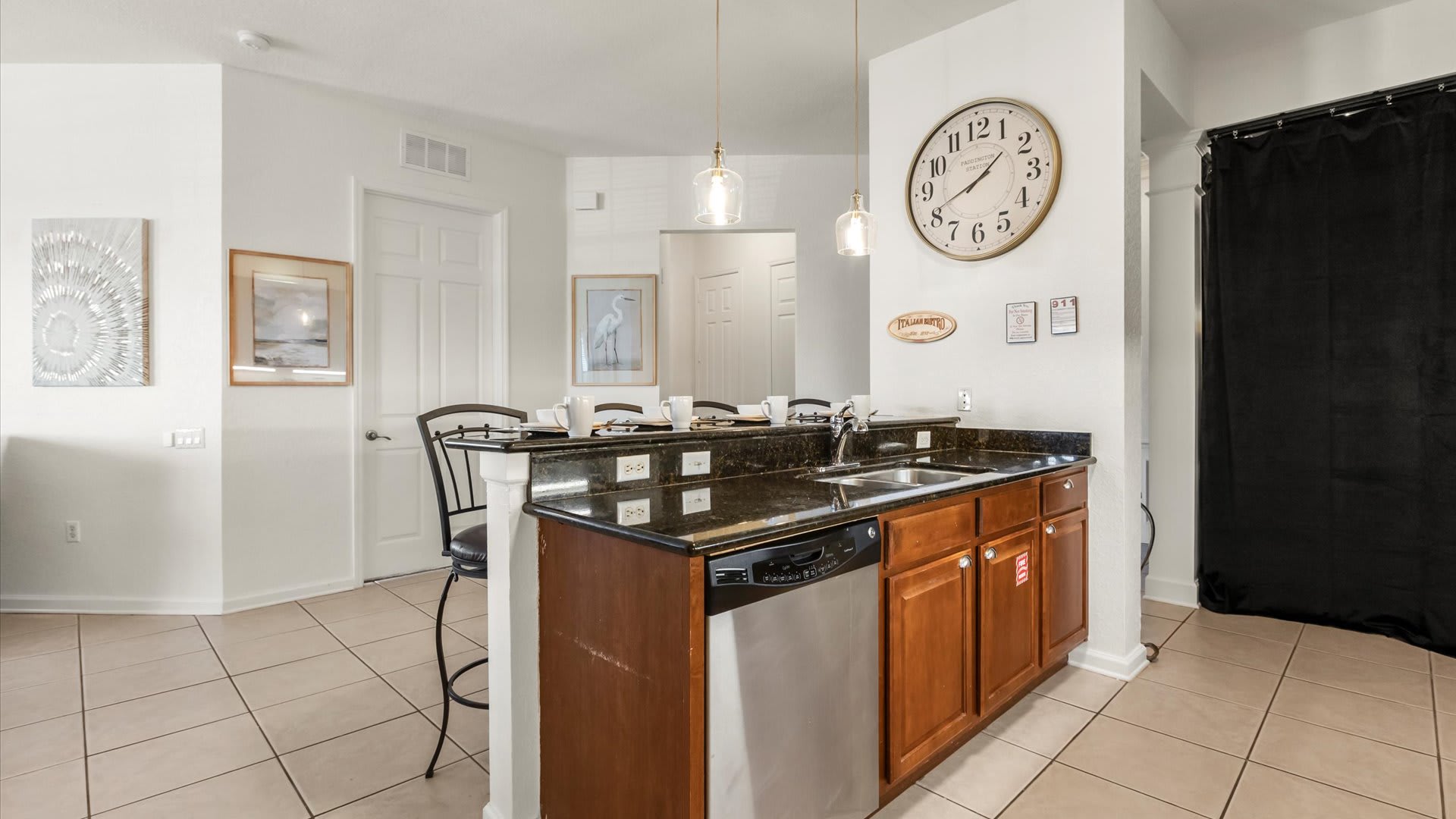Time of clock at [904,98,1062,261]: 1:40
